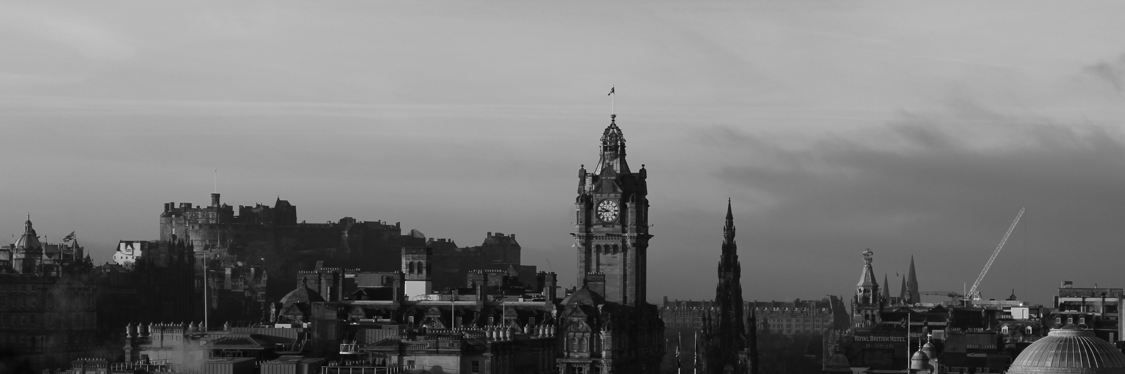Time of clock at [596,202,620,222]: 9:43
